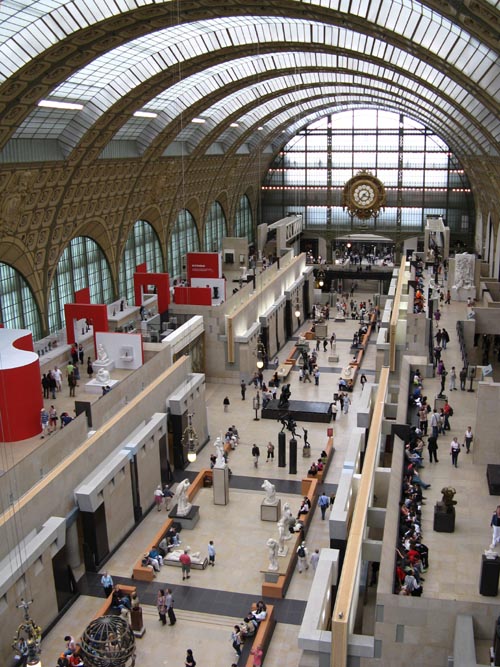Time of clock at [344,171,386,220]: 3:36
